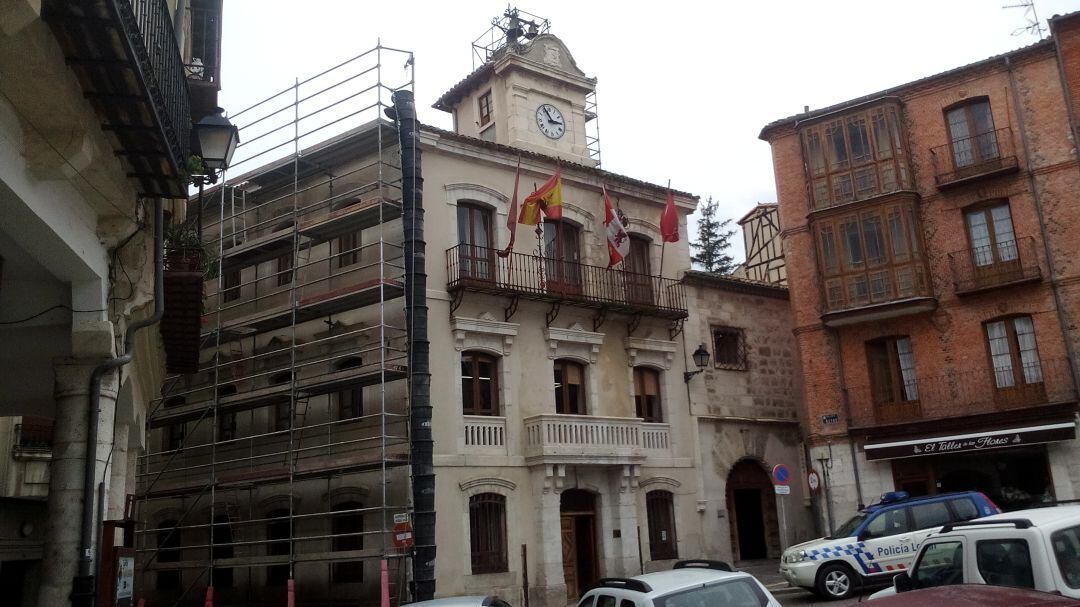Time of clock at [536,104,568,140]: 2:55
